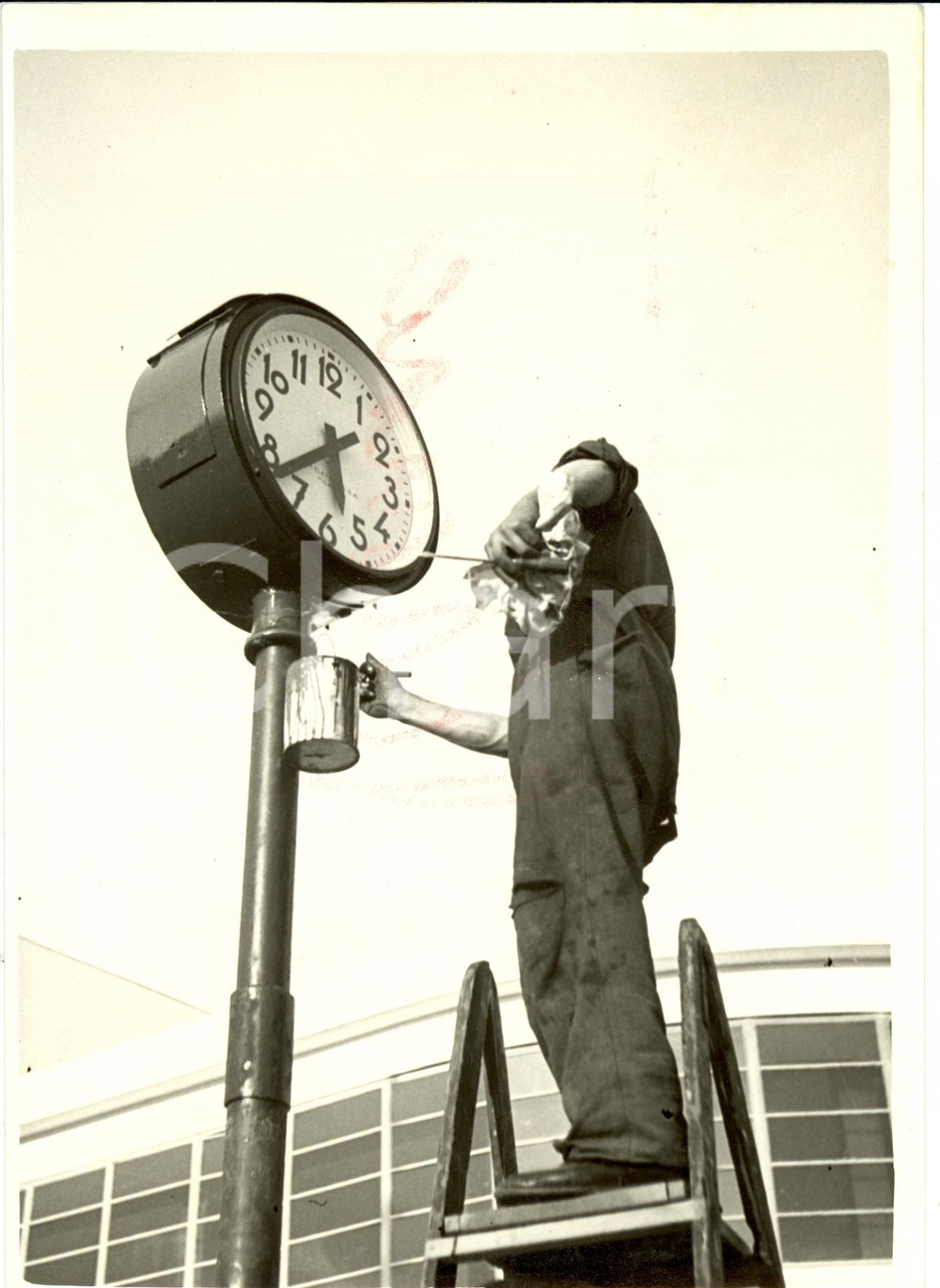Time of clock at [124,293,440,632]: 5:38
